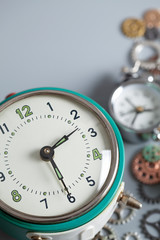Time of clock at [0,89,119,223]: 1:25
